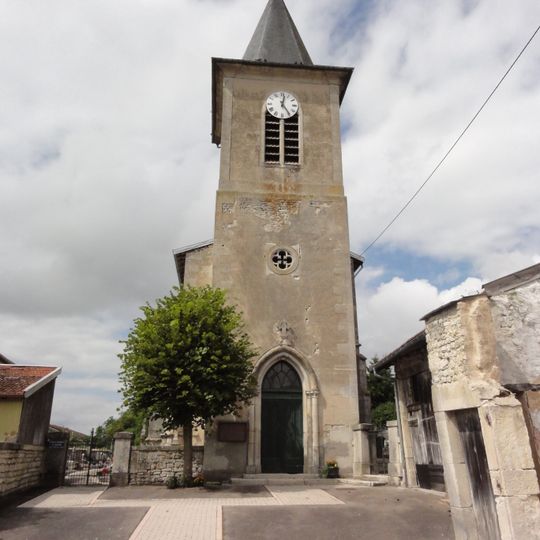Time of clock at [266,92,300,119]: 12:24
